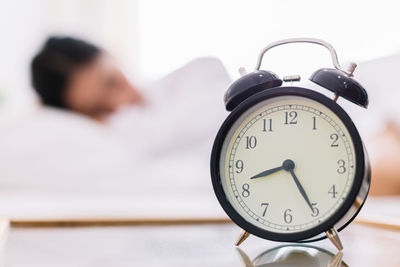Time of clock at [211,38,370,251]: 8:25
